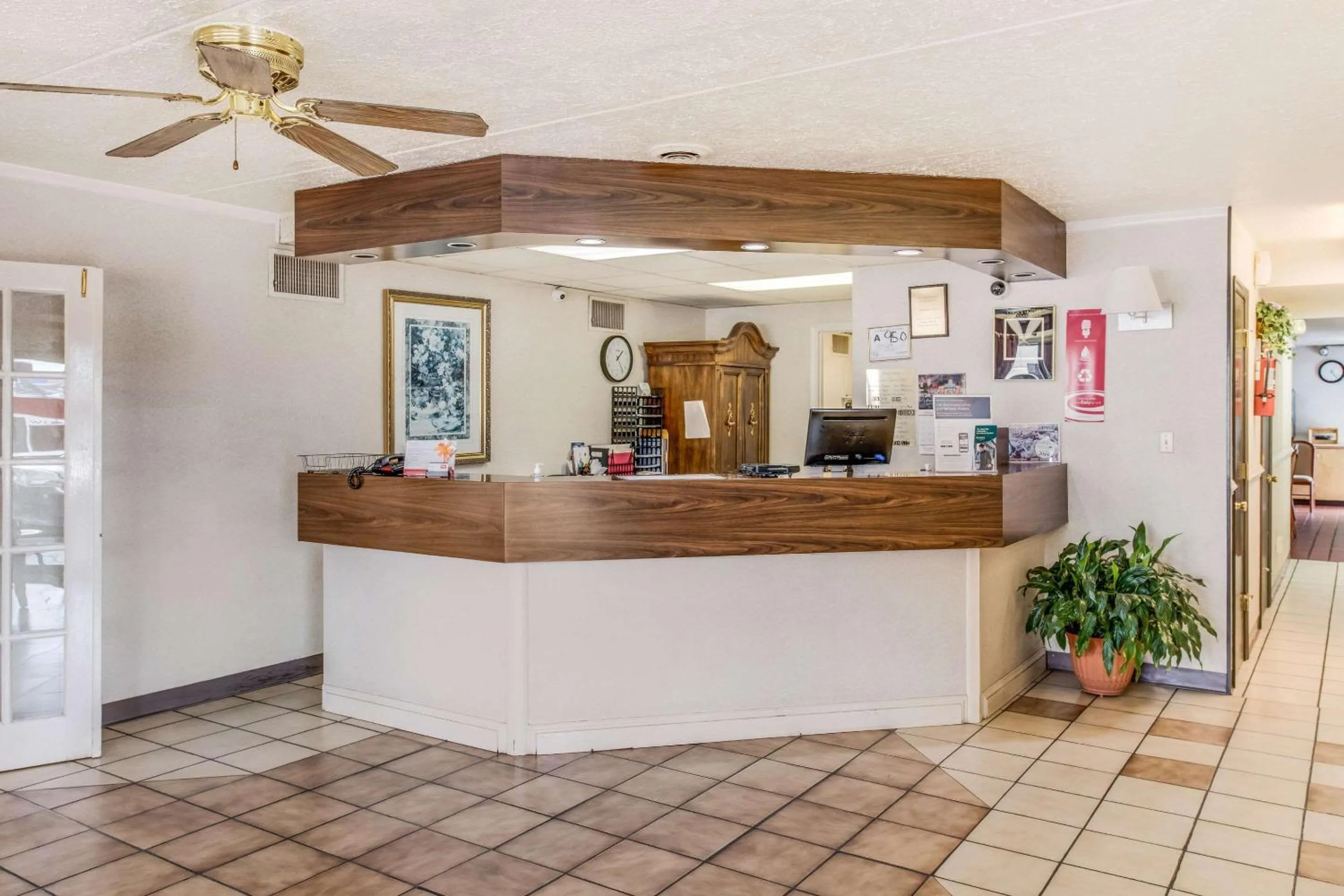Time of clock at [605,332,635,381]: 1:24
